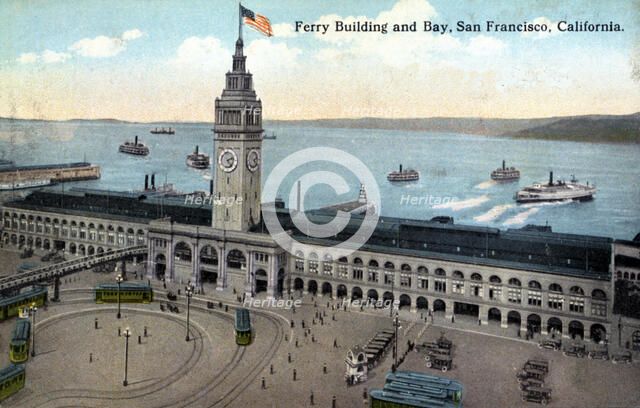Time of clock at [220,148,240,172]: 2:23
